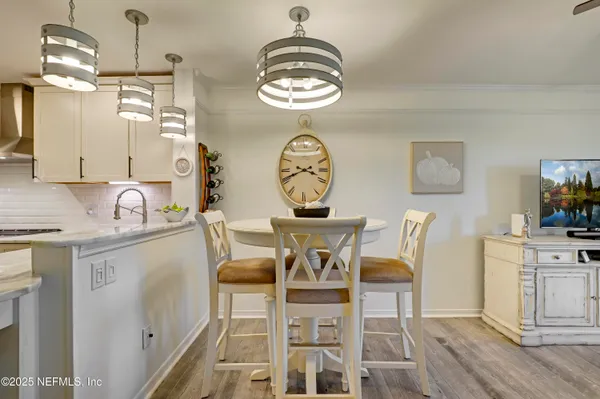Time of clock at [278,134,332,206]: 3:41
